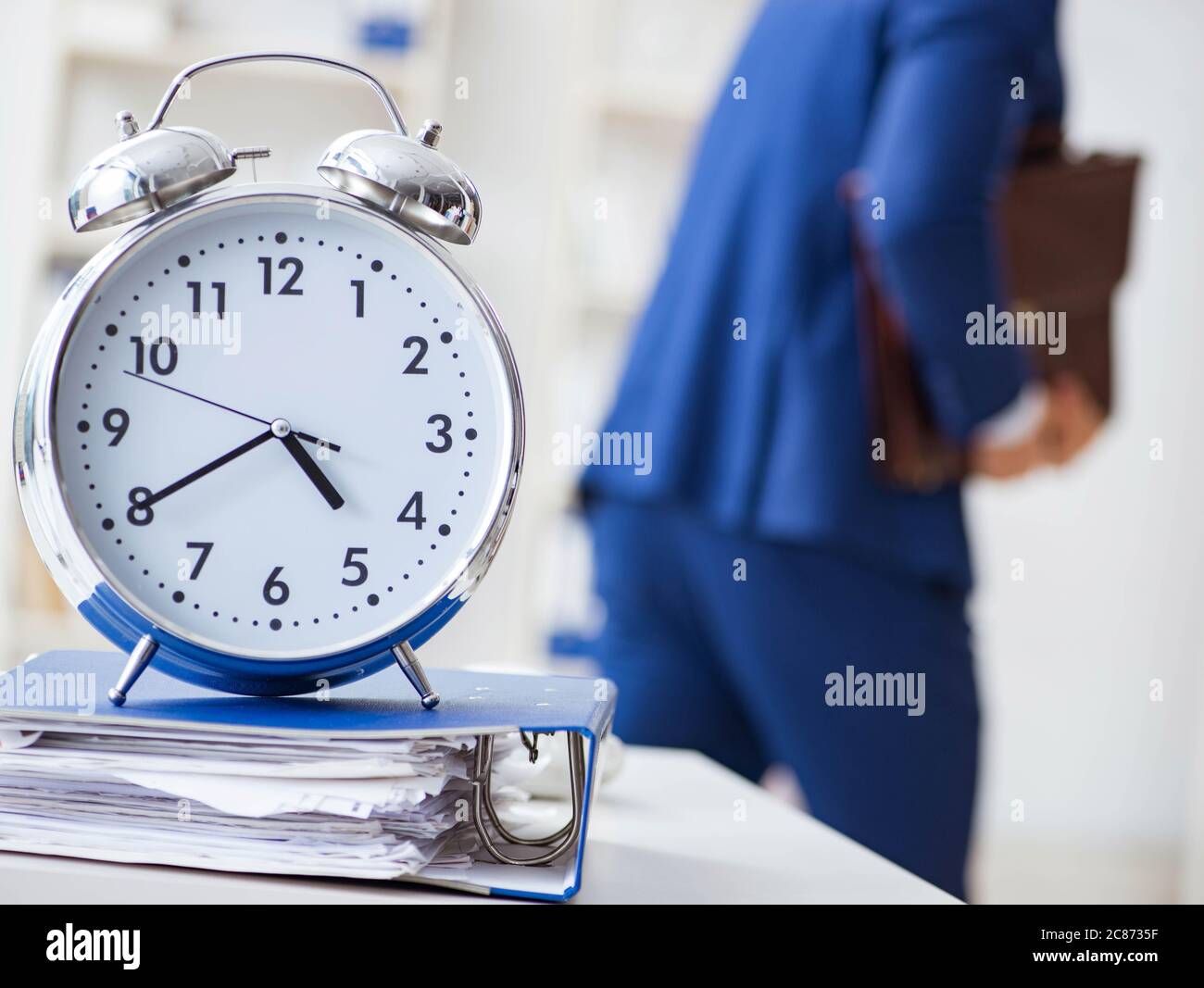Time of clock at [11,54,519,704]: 4:40
